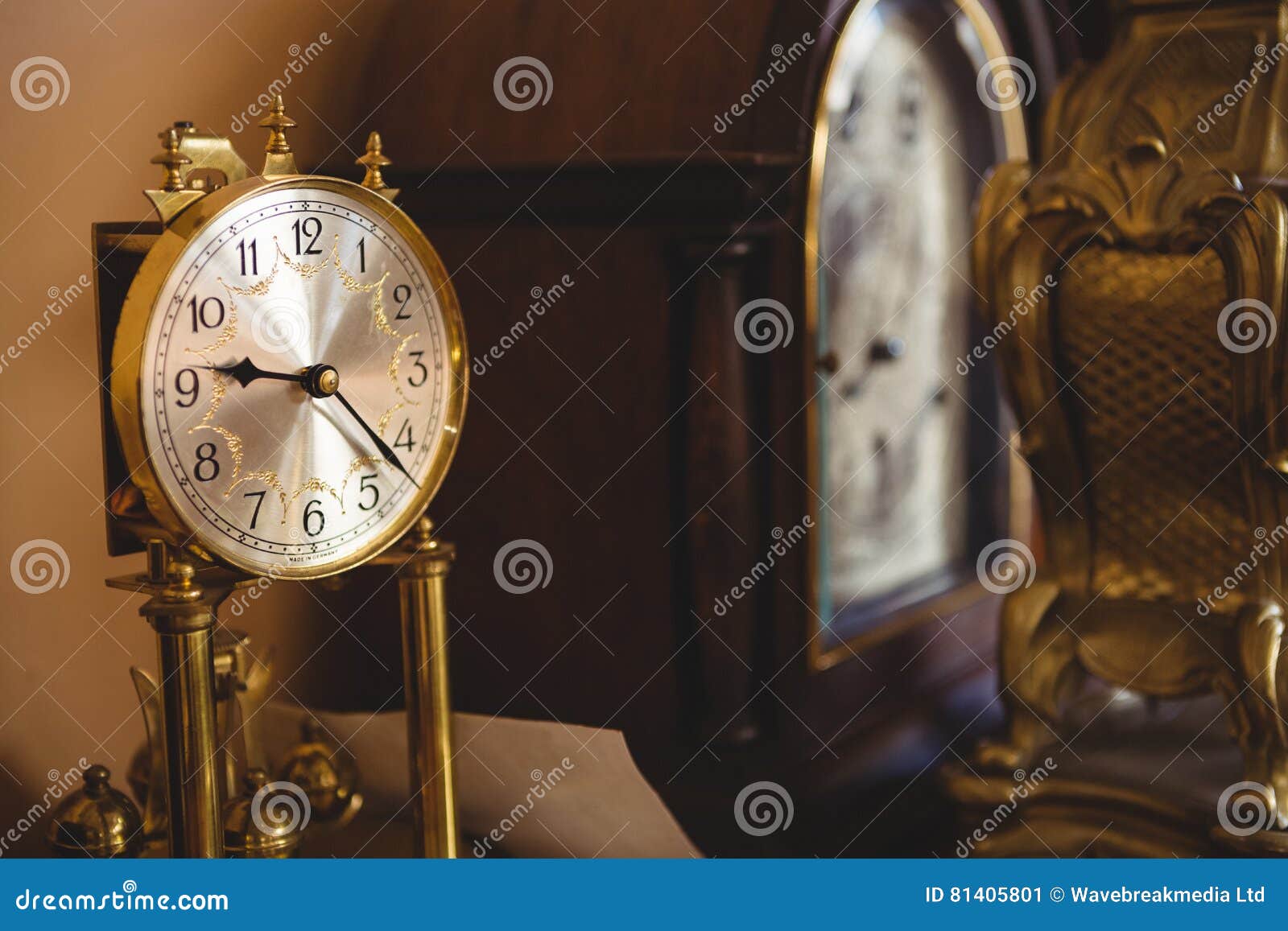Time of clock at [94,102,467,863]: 9:22
